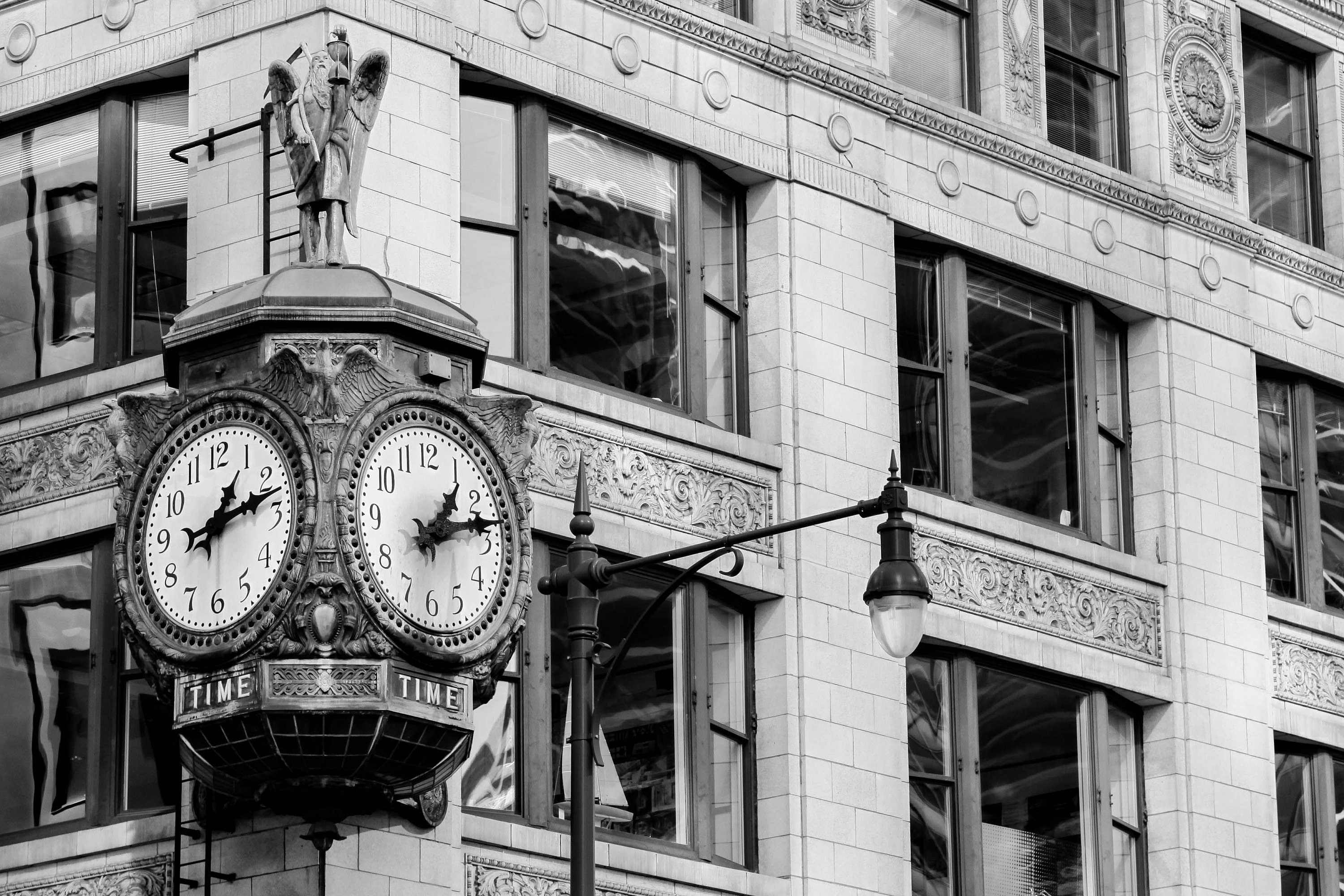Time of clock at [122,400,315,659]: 1:12
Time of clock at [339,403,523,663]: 1:12
